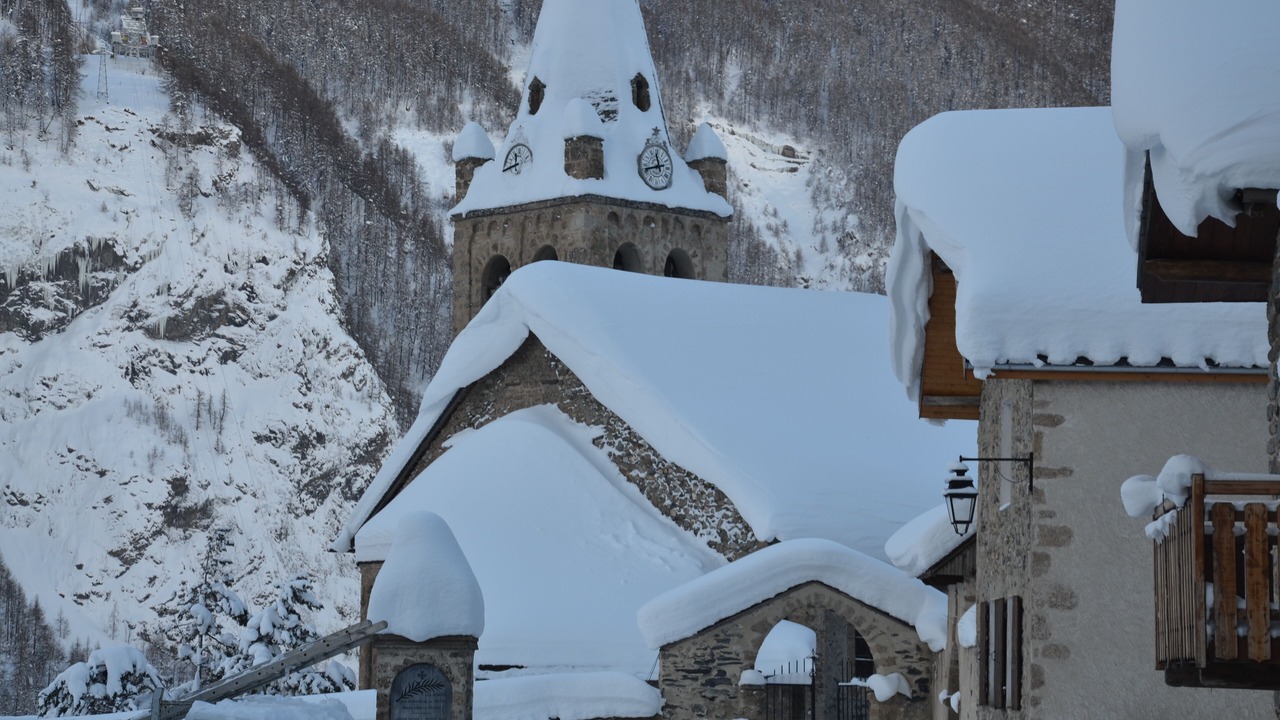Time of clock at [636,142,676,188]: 11:42
